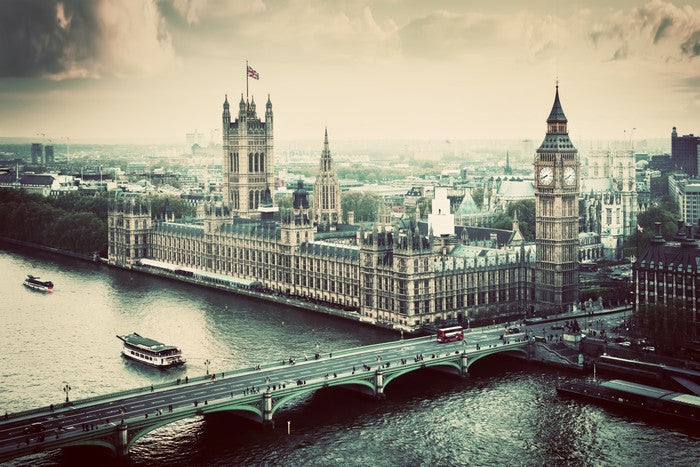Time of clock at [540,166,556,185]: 7:41
